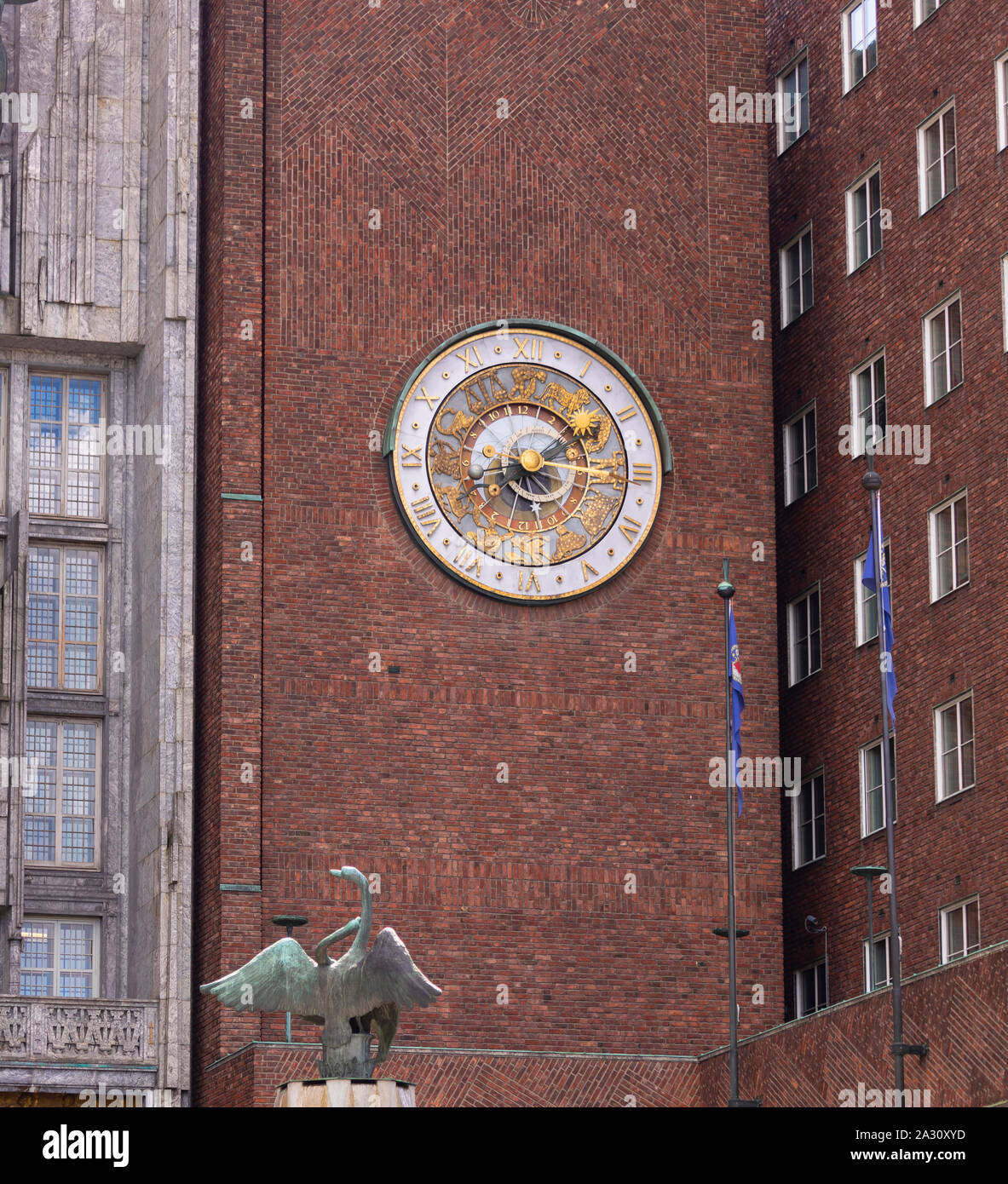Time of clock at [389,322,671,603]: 8:09
